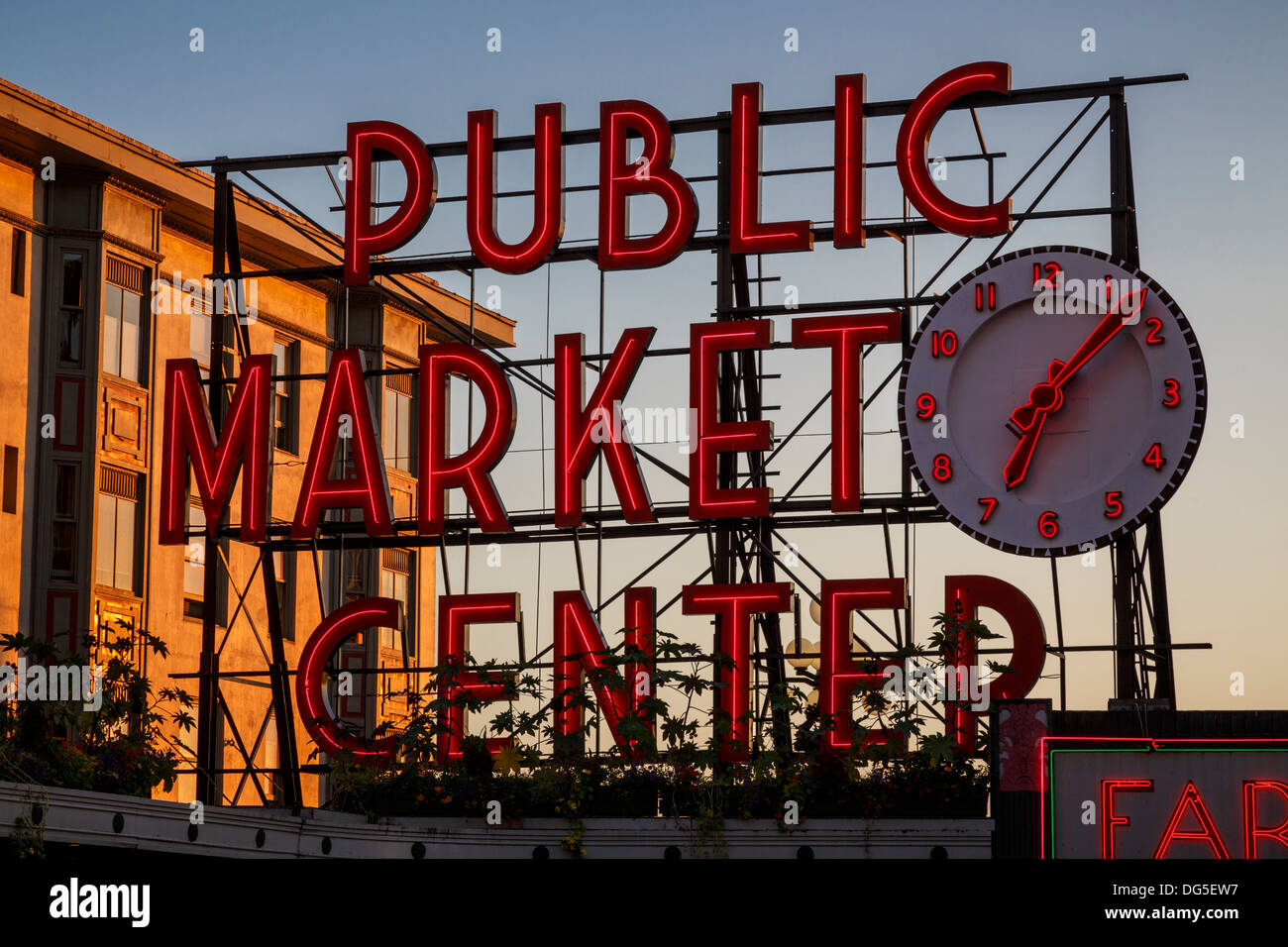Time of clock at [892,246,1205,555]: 7:07
